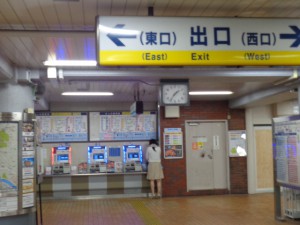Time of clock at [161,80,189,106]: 1:36
